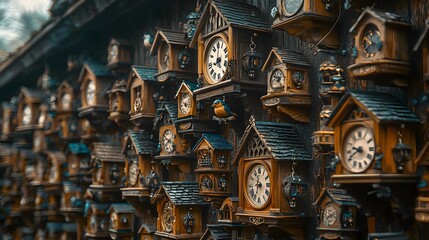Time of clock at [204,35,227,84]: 9:01
